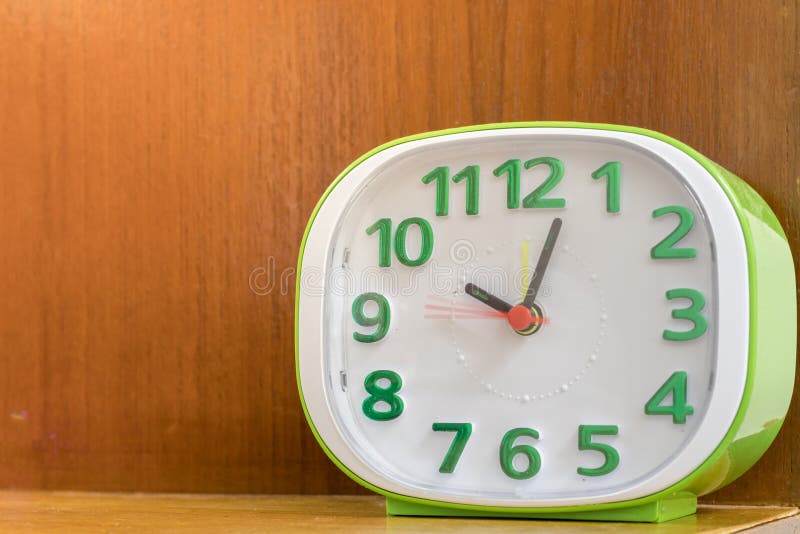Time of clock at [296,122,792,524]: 10:03
